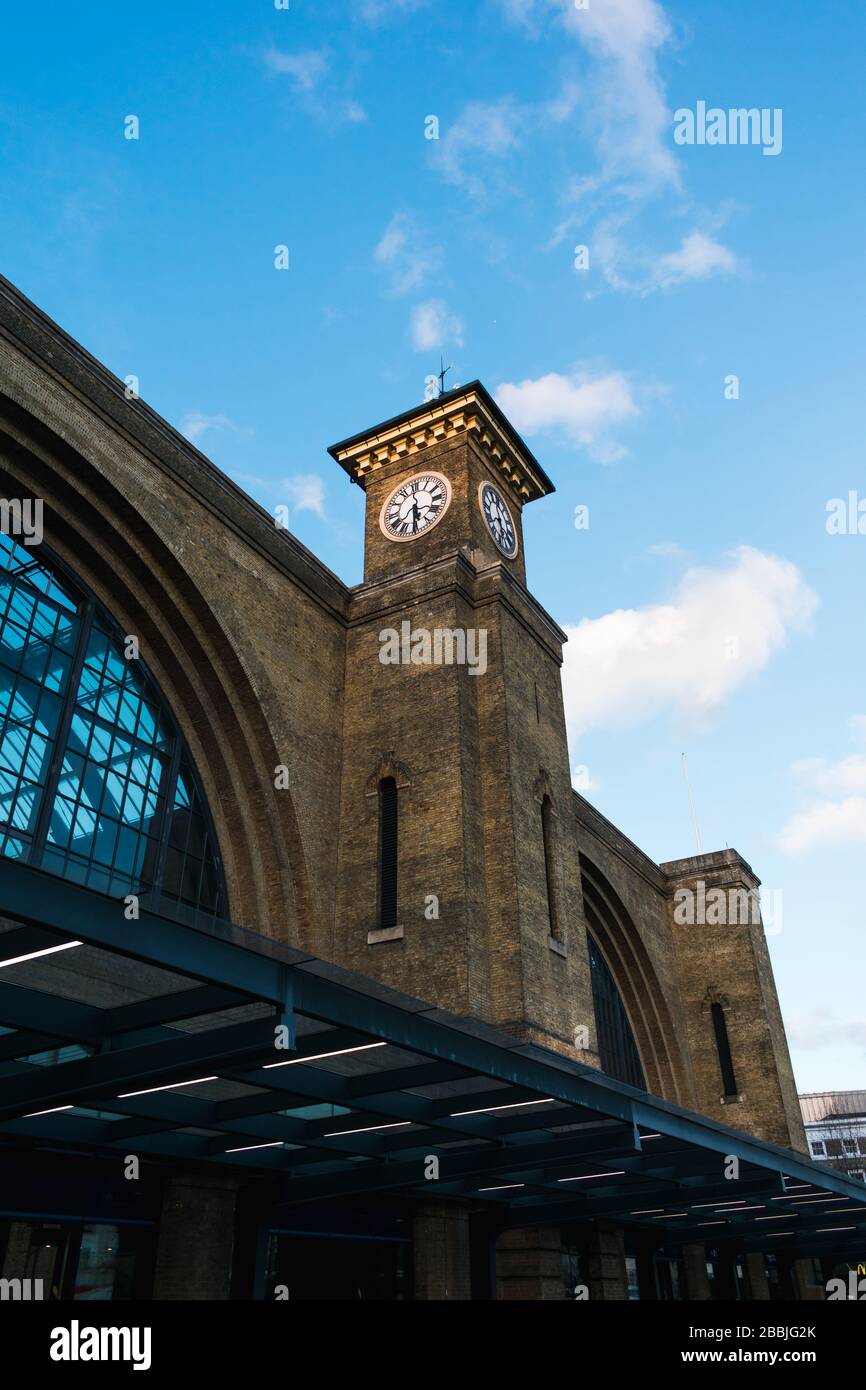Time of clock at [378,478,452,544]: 5:30
